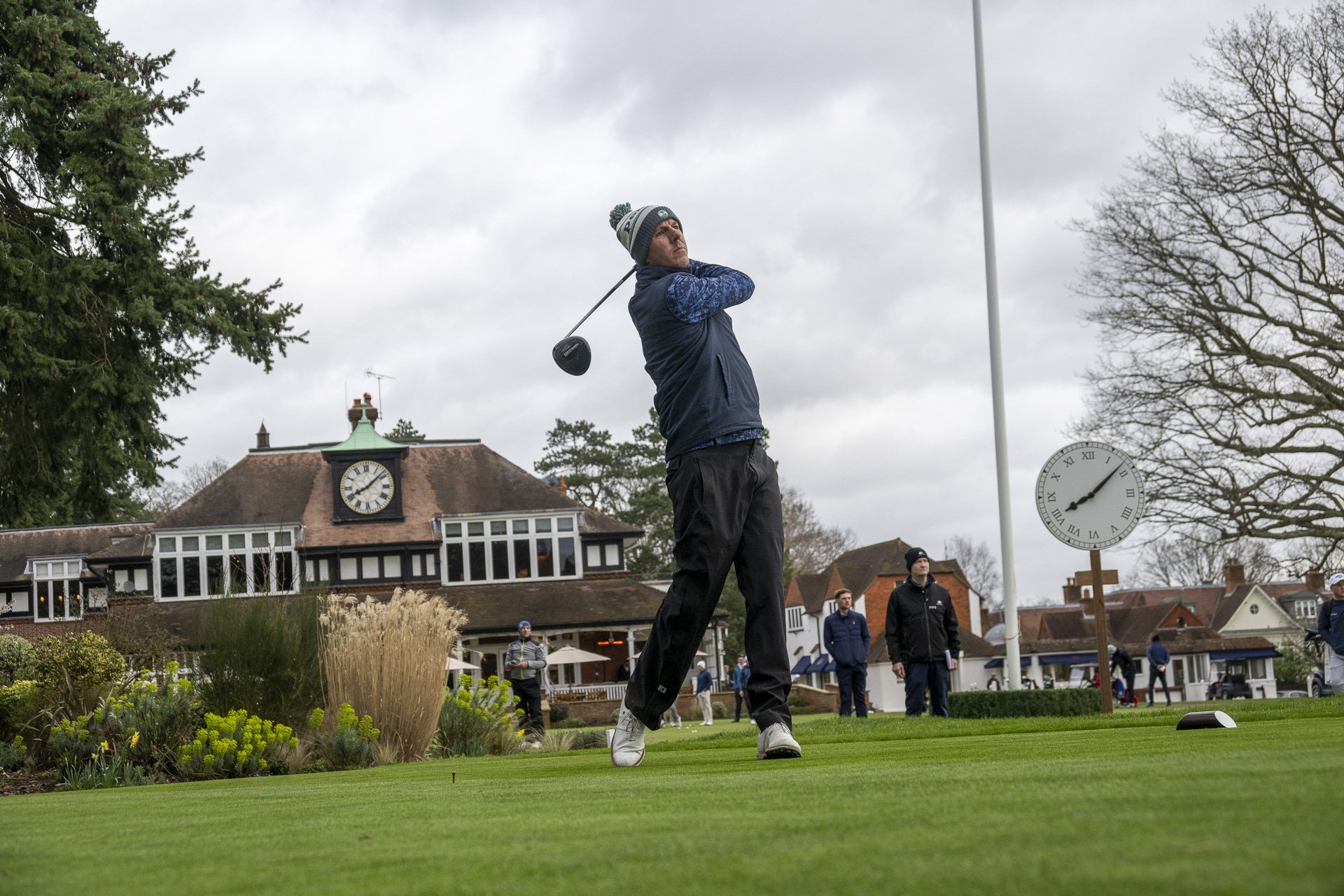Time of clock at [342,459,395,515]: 8:07
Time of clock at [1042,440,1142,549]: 8:08
